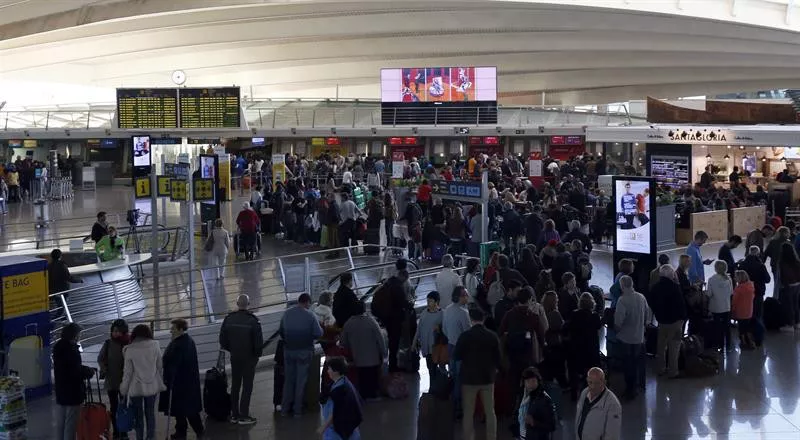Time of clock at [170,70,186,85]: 8:32
